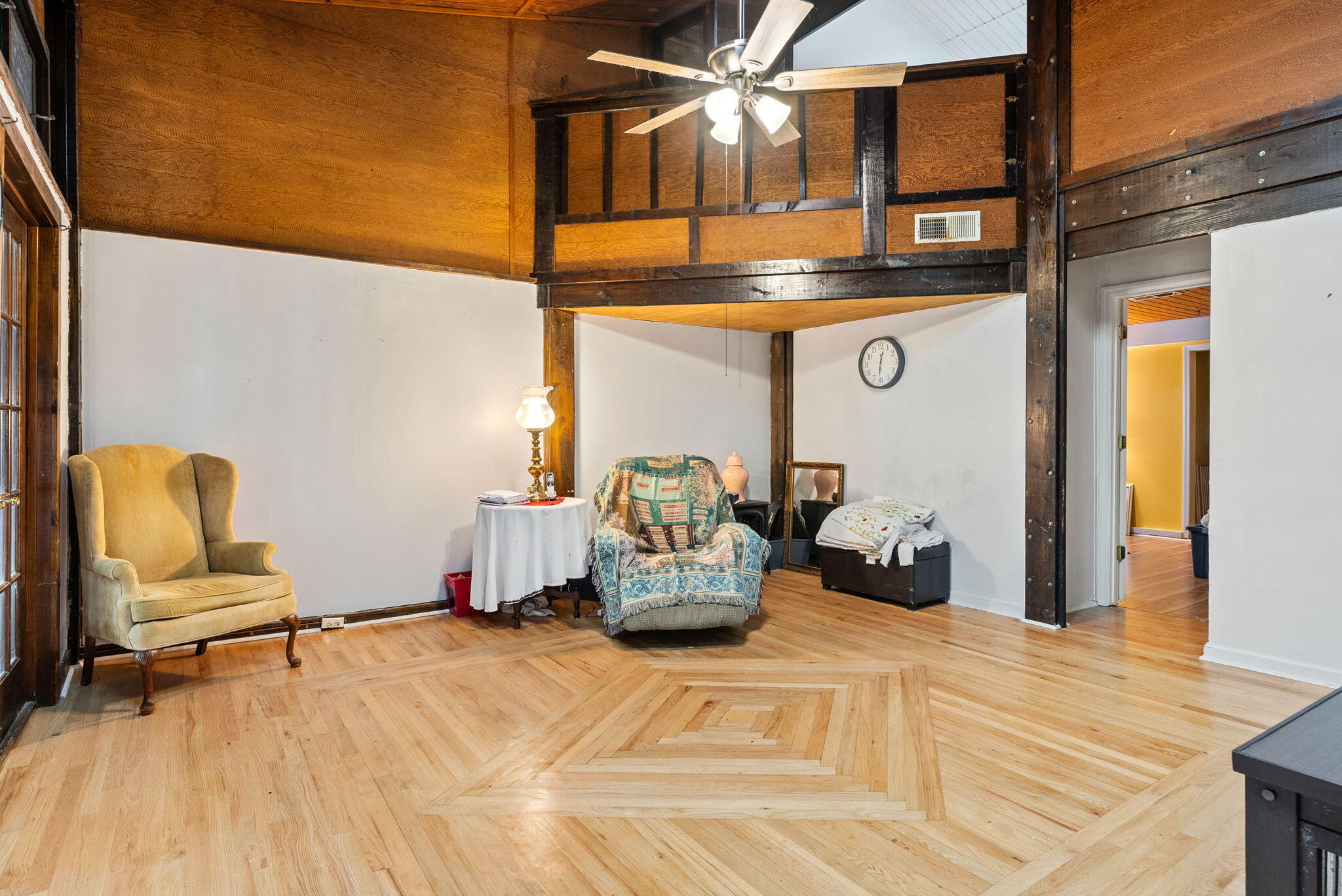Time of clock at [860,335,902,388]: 12:31
